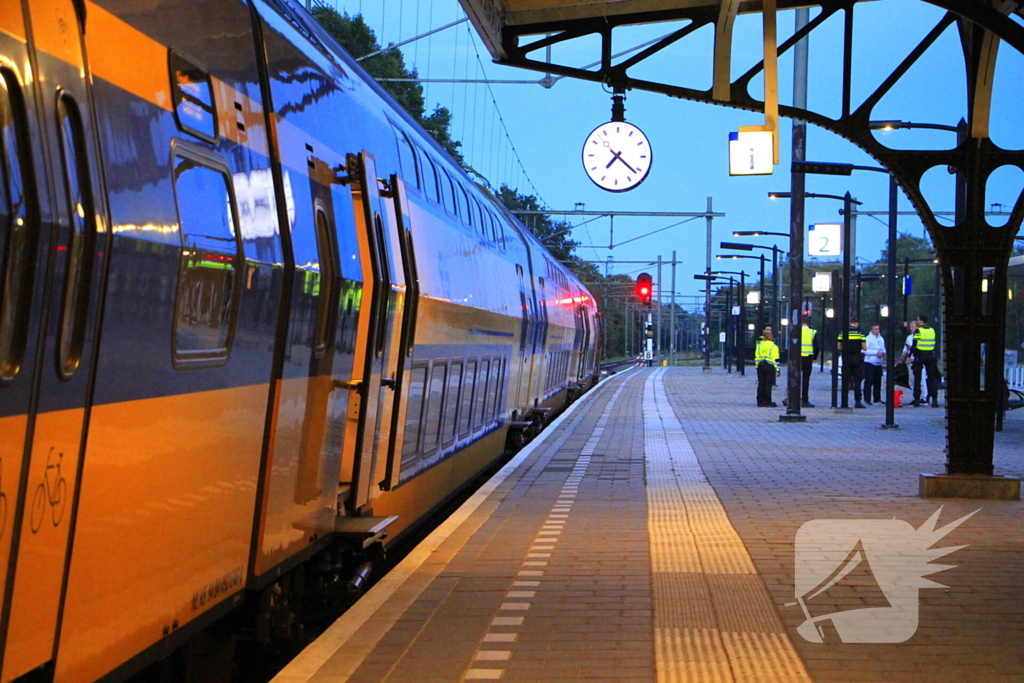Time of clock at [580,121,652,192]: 7:21
